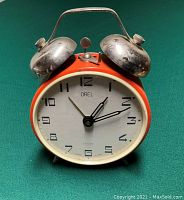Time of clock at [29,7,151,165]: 1:11
